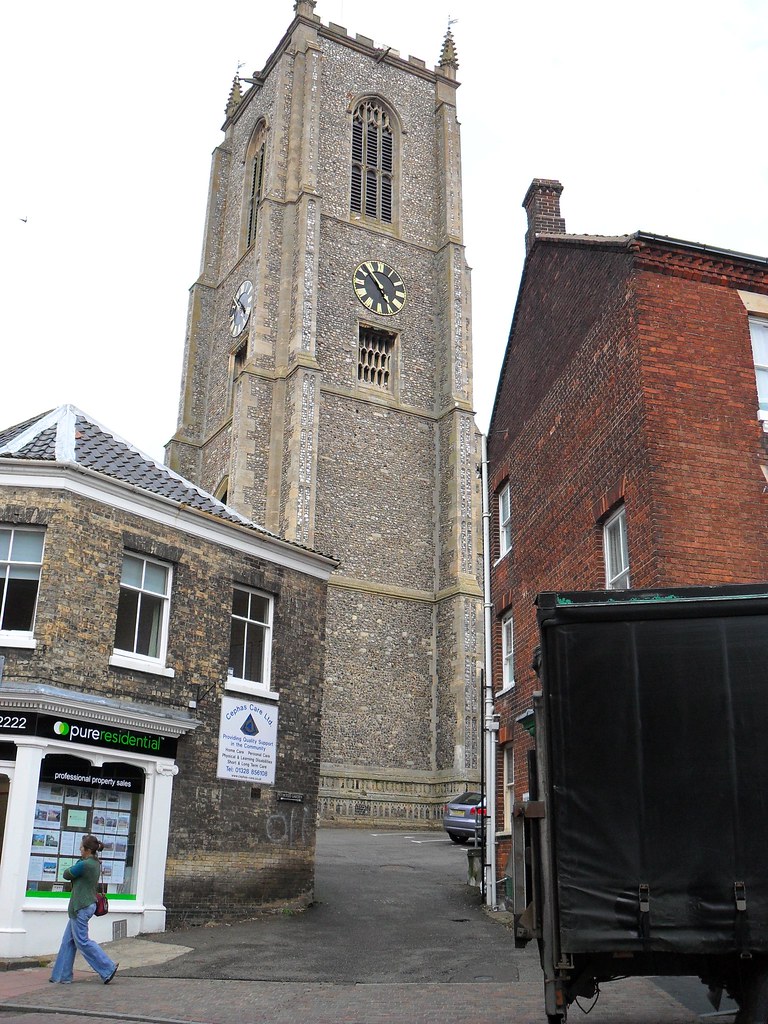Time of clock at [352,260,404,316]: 4:52
